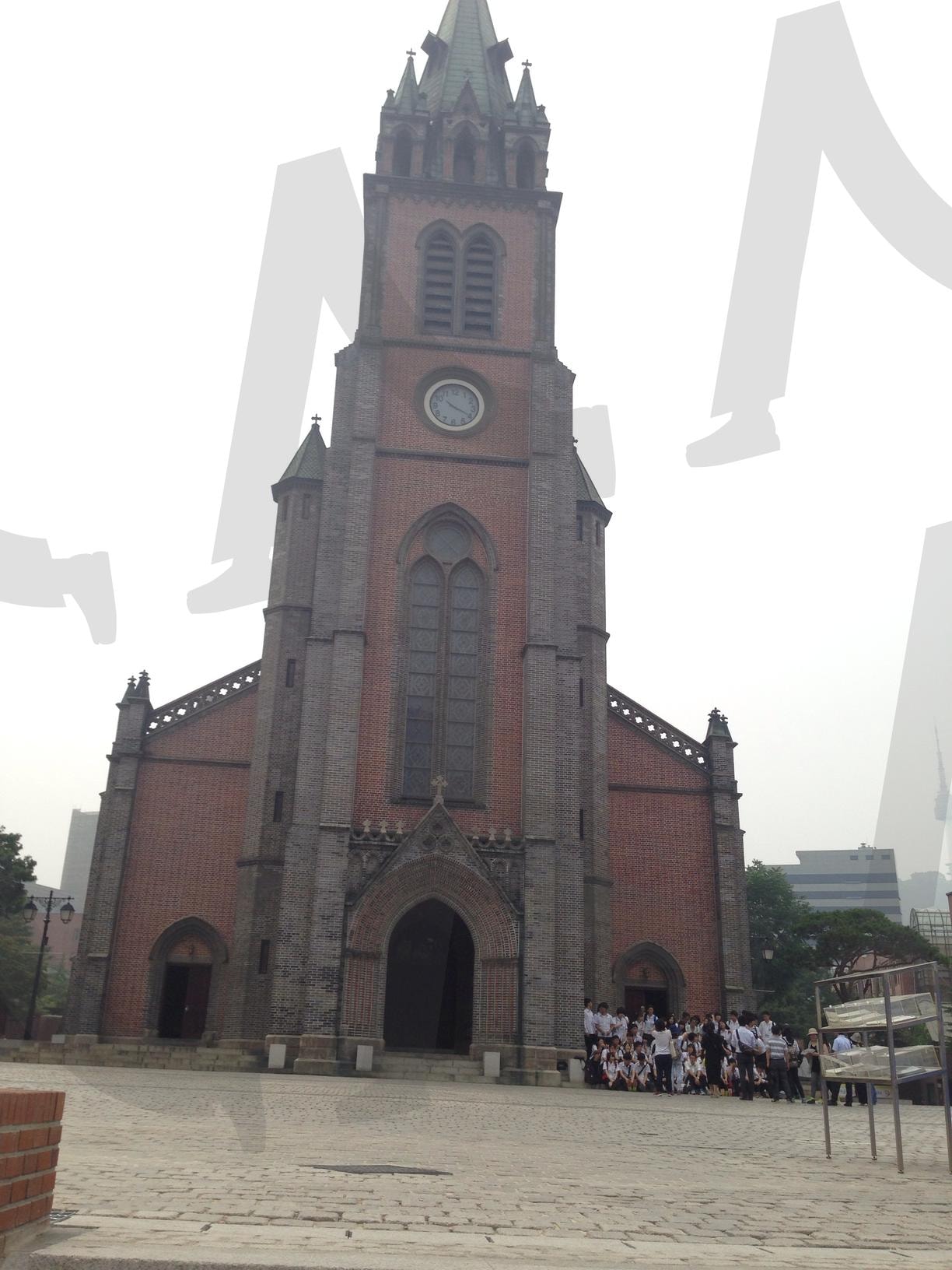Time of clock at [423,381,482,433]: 10:19
